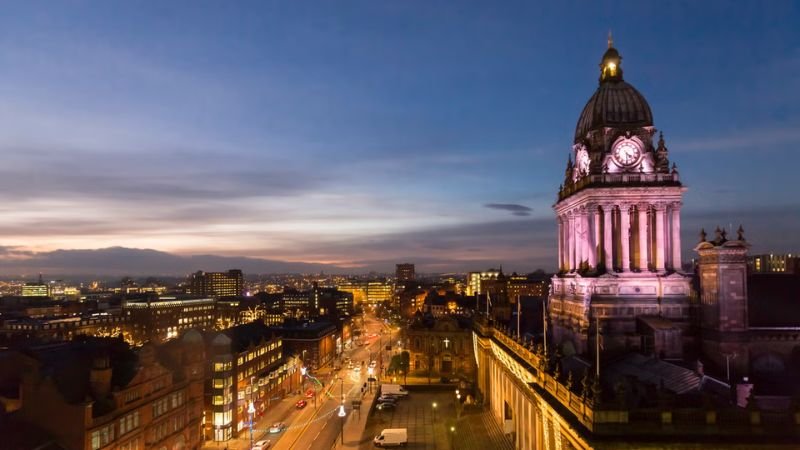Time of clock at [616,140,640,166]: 4:29
